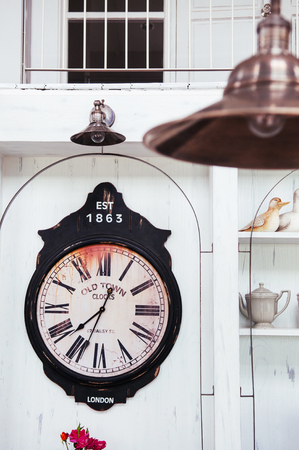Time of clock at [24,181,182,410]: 12:37
